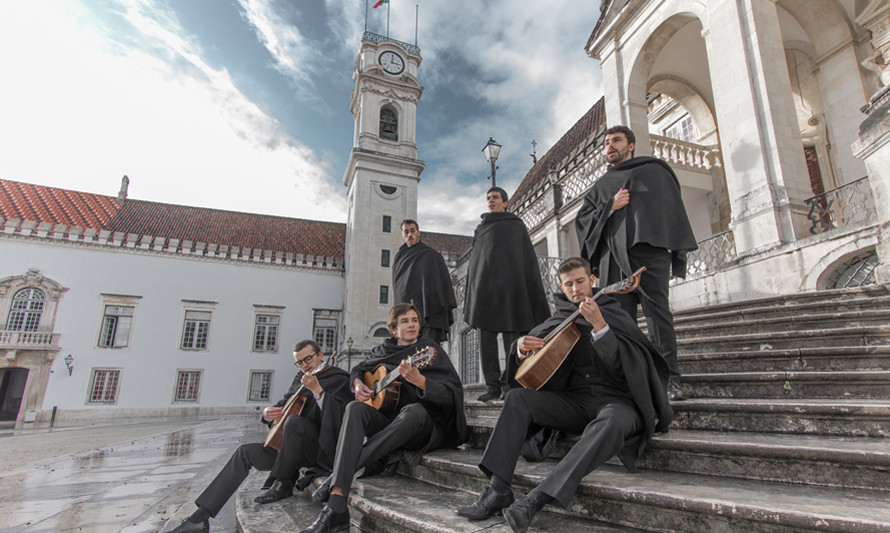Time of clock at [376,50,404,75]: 3:00
